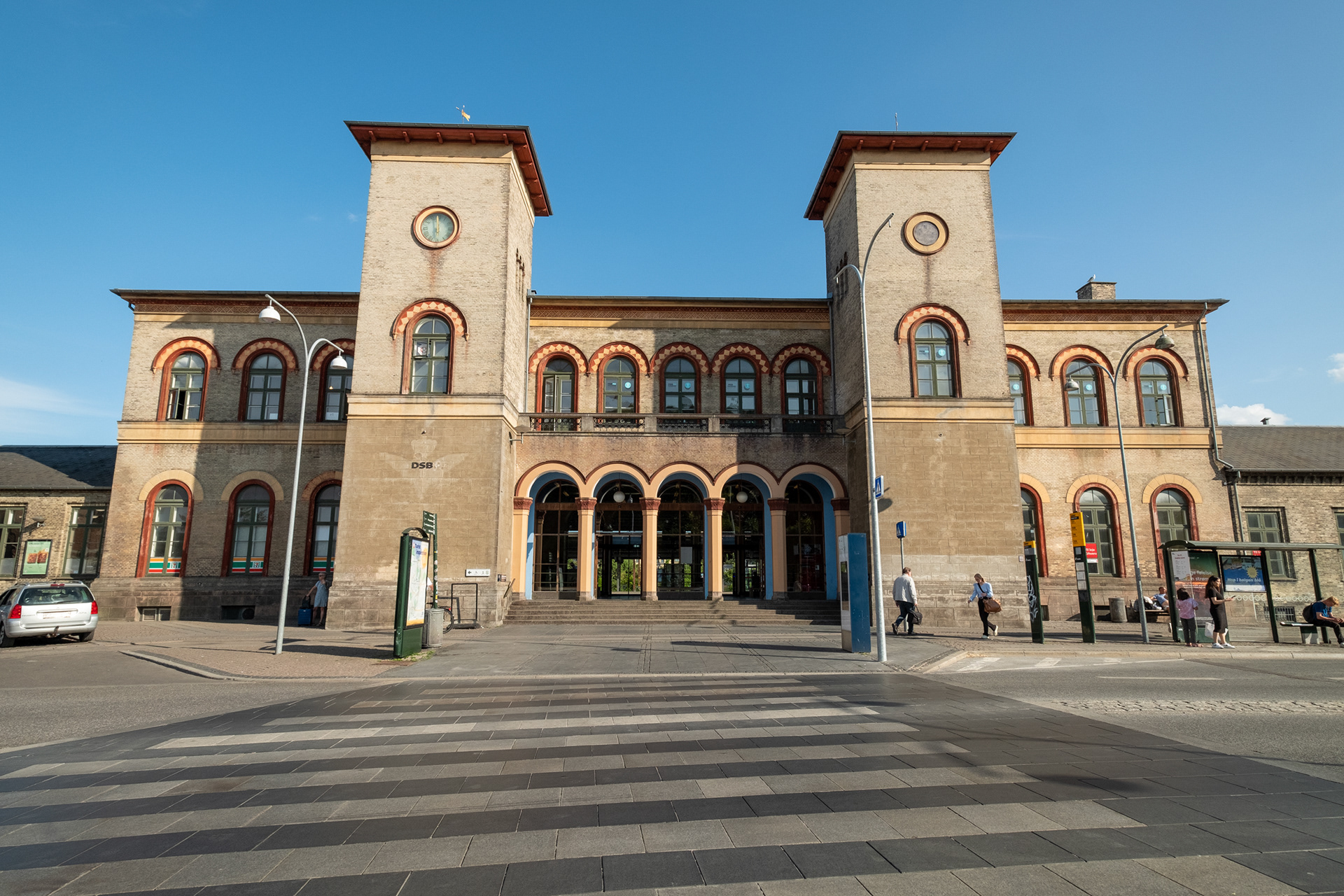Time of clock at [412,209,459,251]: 5:59
